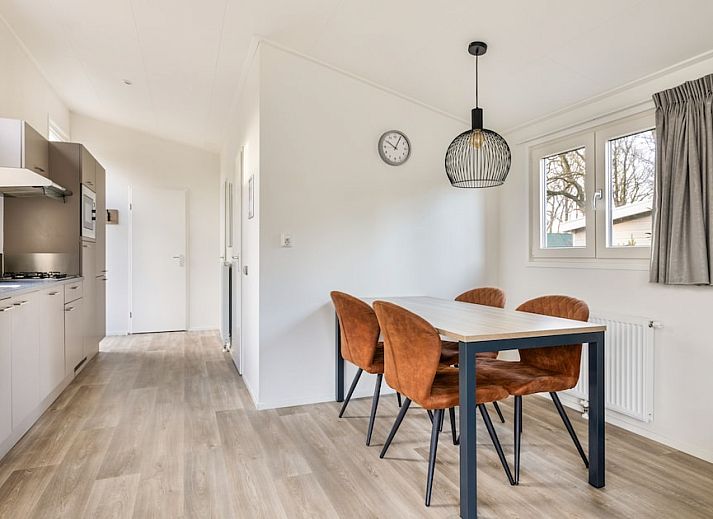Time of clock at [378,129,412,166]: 10:04
